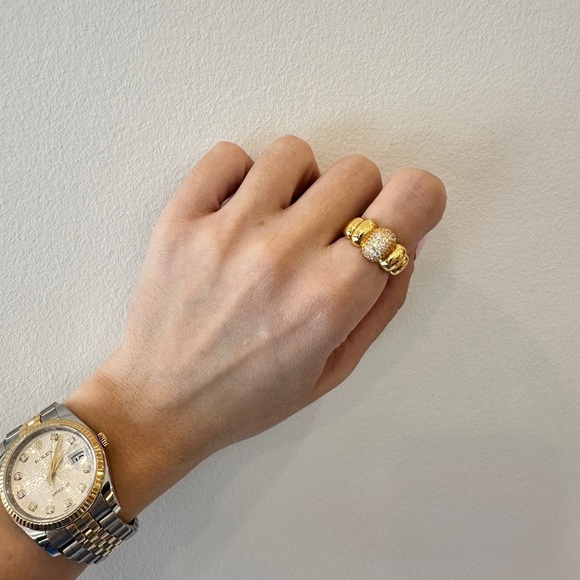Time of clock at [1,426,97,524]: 1:00
